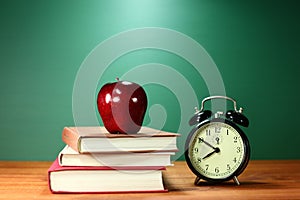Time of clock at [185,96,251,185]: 7:50
